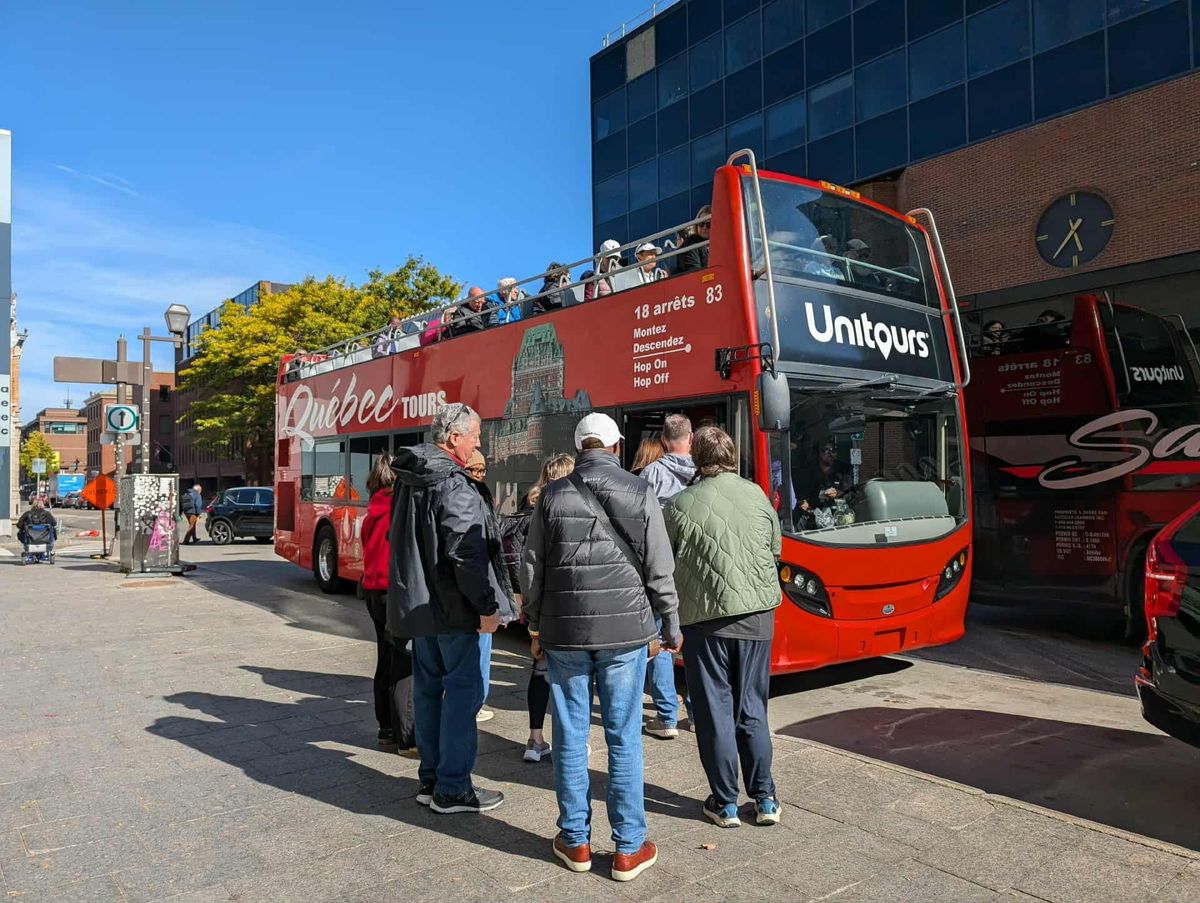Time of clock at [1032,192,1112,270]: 5:35
